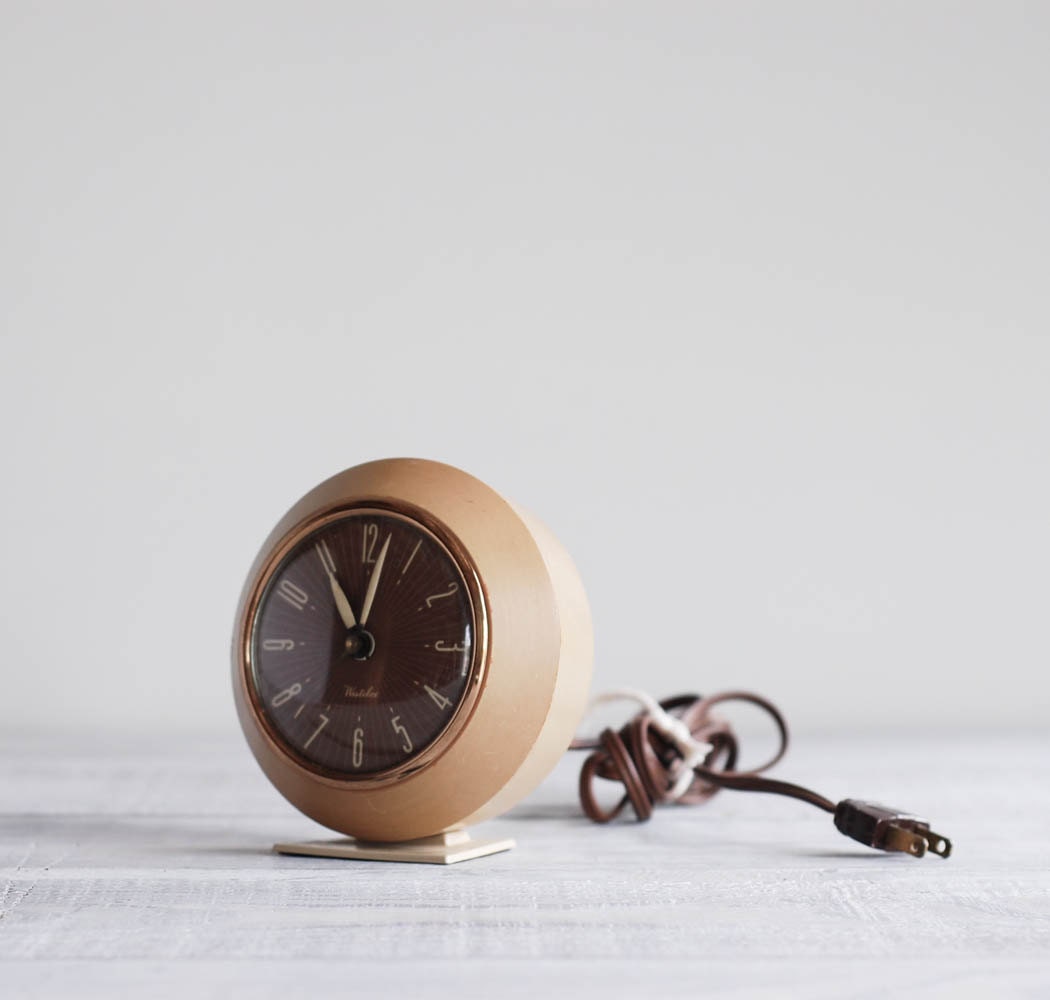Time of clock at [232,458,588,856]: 11:01
